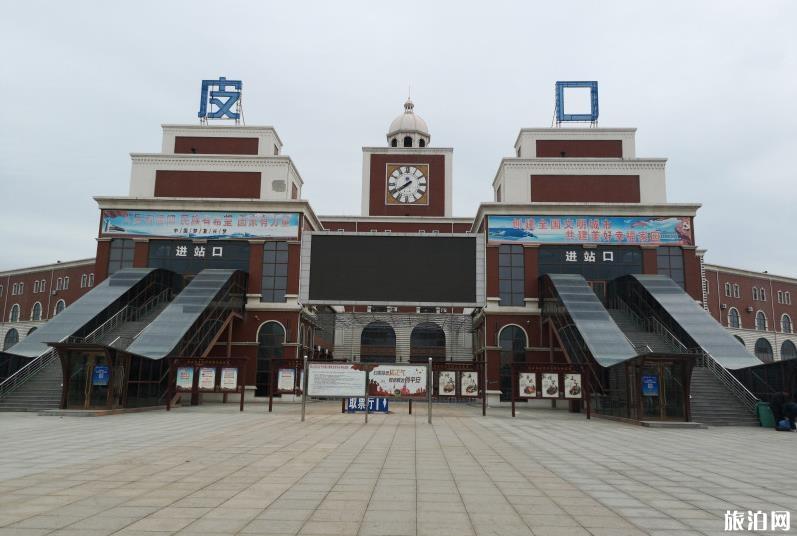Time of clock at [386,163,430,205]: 7:39
